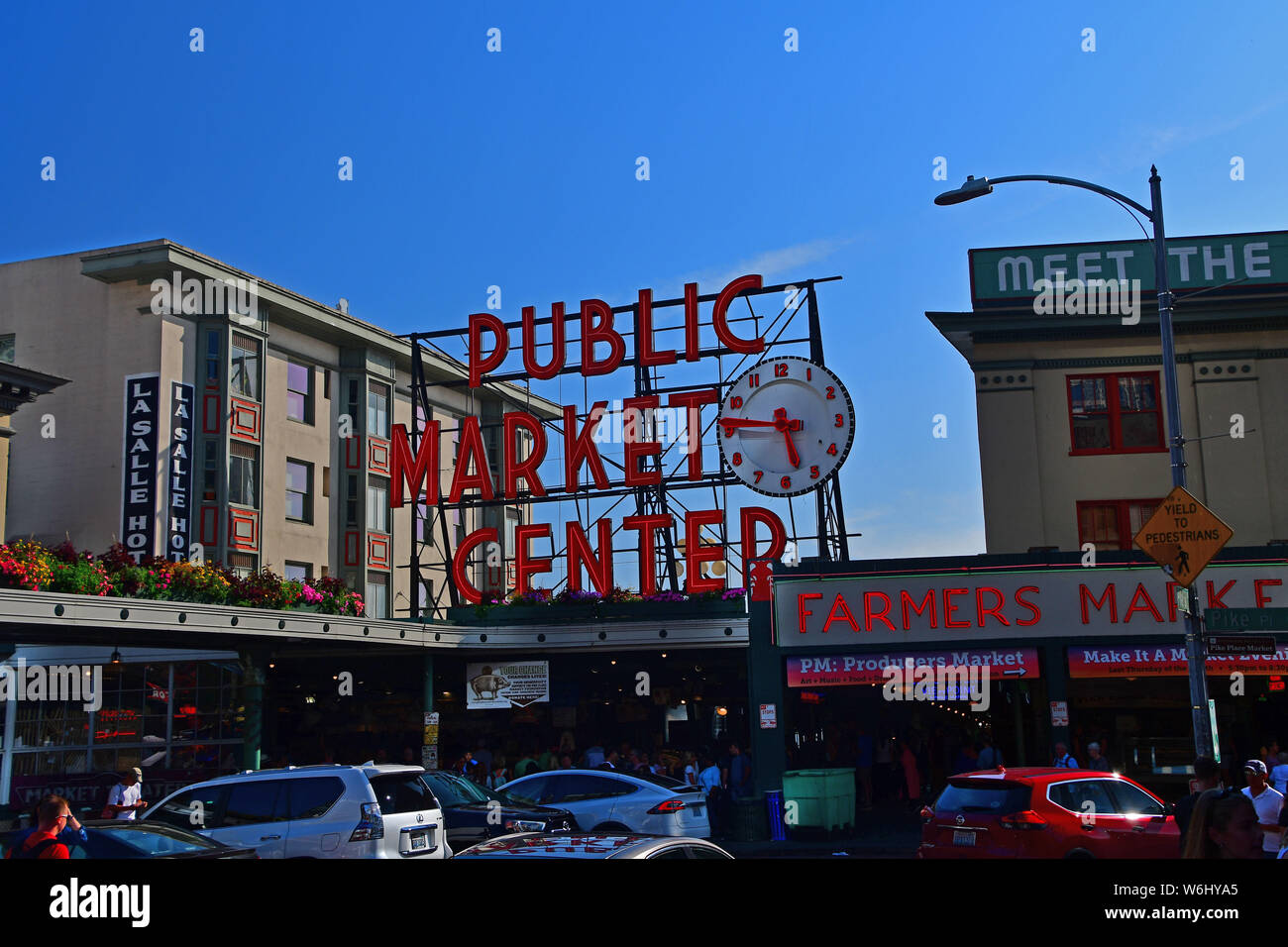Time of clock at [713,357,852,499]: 5:45
